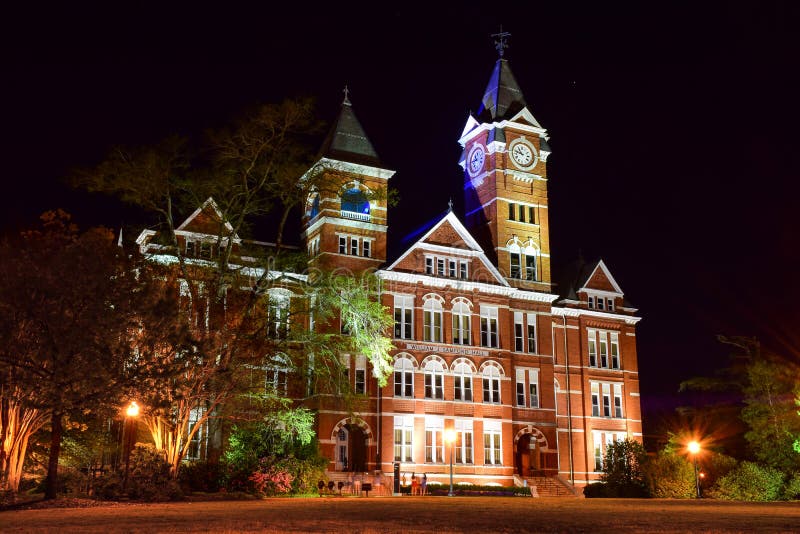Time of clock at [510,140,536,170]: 10:47
